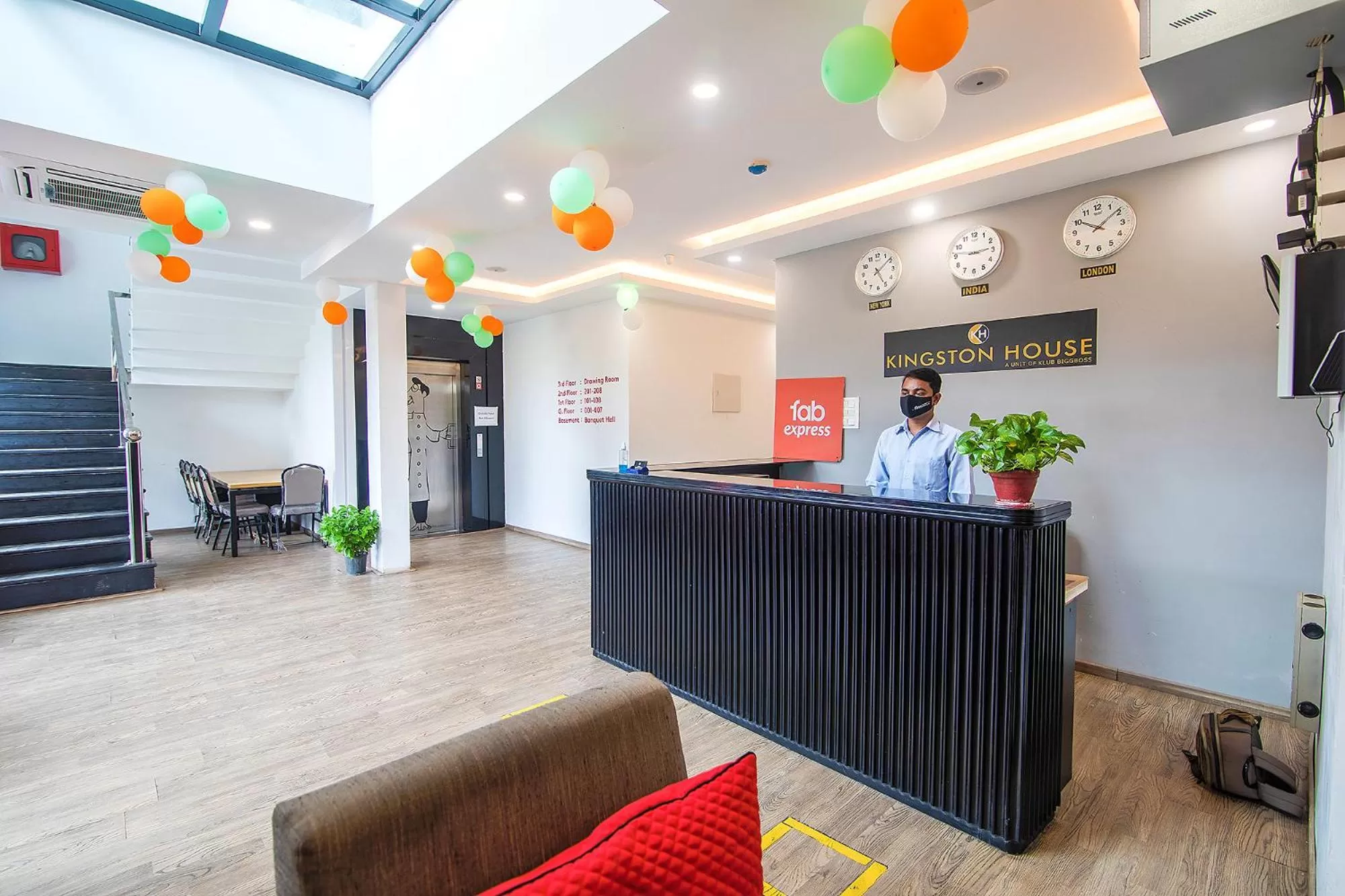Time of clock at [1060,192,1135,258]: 10:08
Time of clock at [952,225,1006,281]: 2:46
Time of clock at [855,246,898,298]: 5:08
